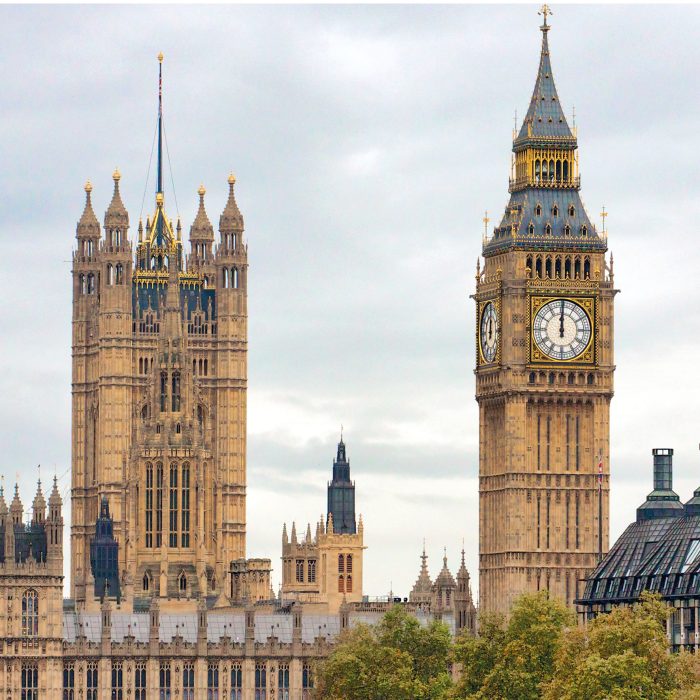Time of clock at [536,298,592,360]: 12:00
